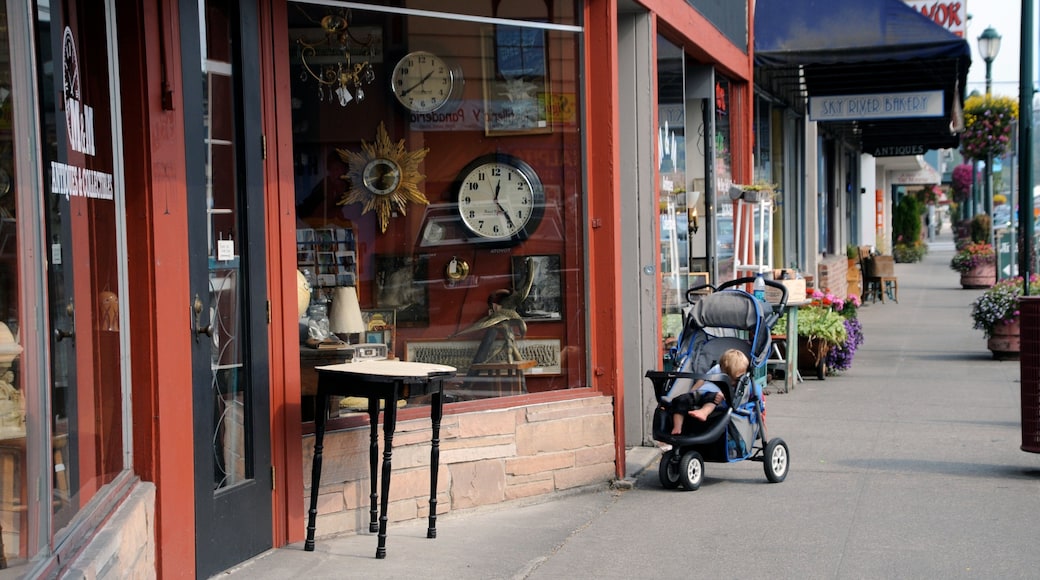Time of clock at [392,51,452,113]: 1:39
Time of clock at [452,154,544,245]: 12:23
